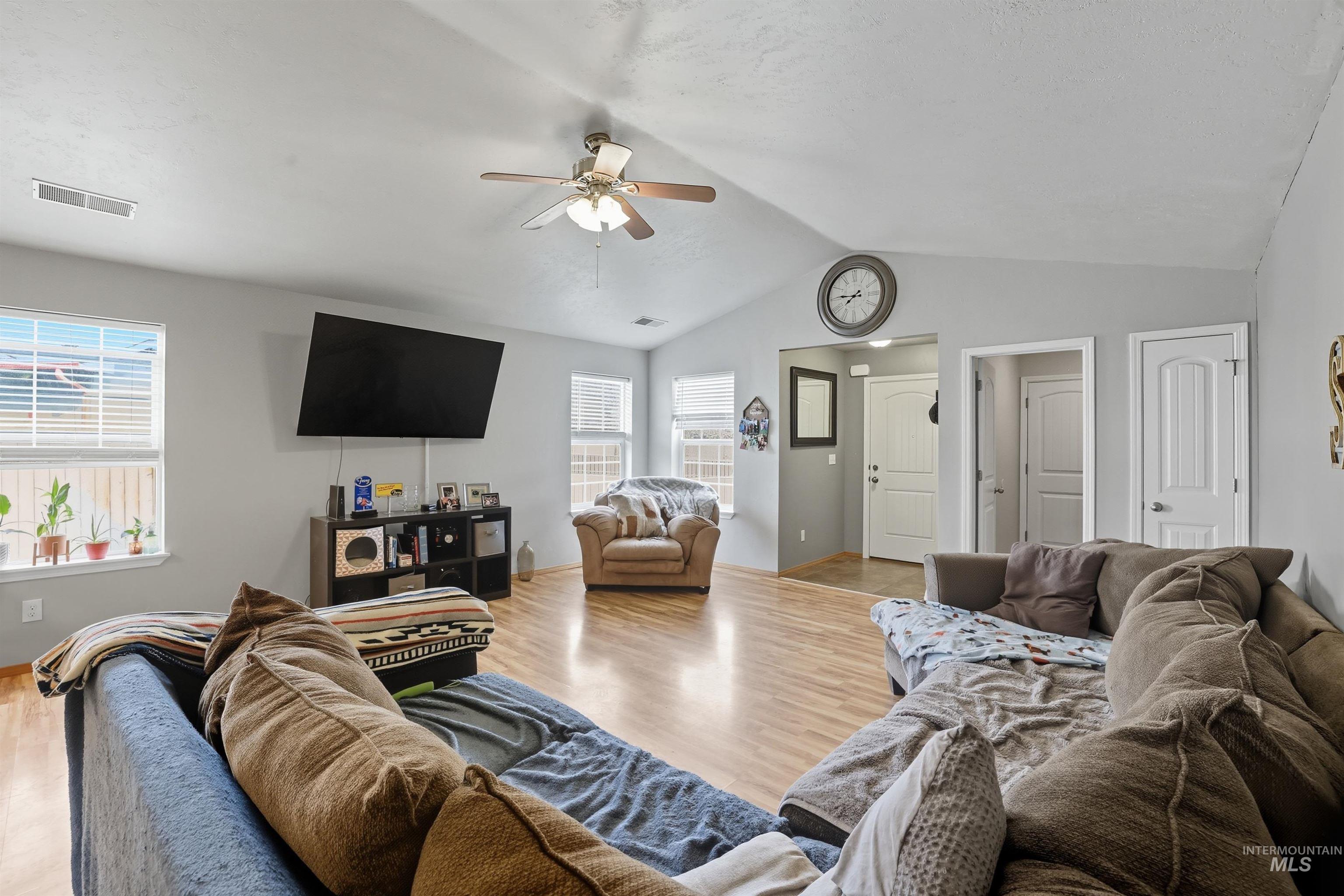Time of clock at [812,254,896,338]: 7:45
